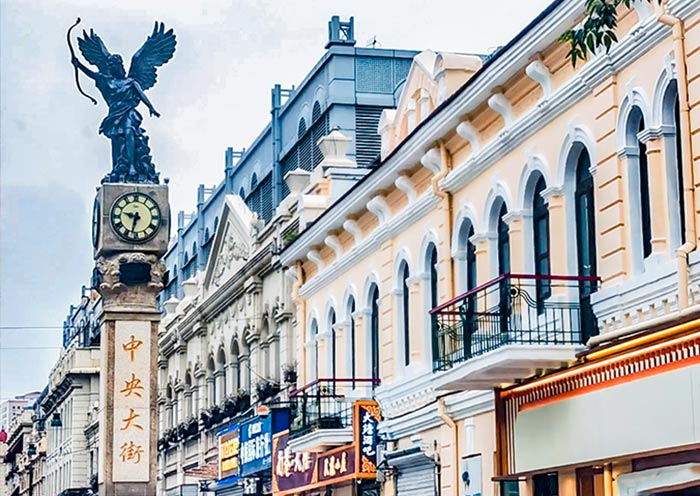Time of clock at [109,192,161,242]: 9:32
